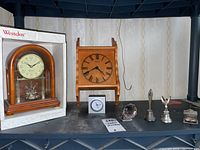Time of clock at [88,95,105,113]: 11:12
